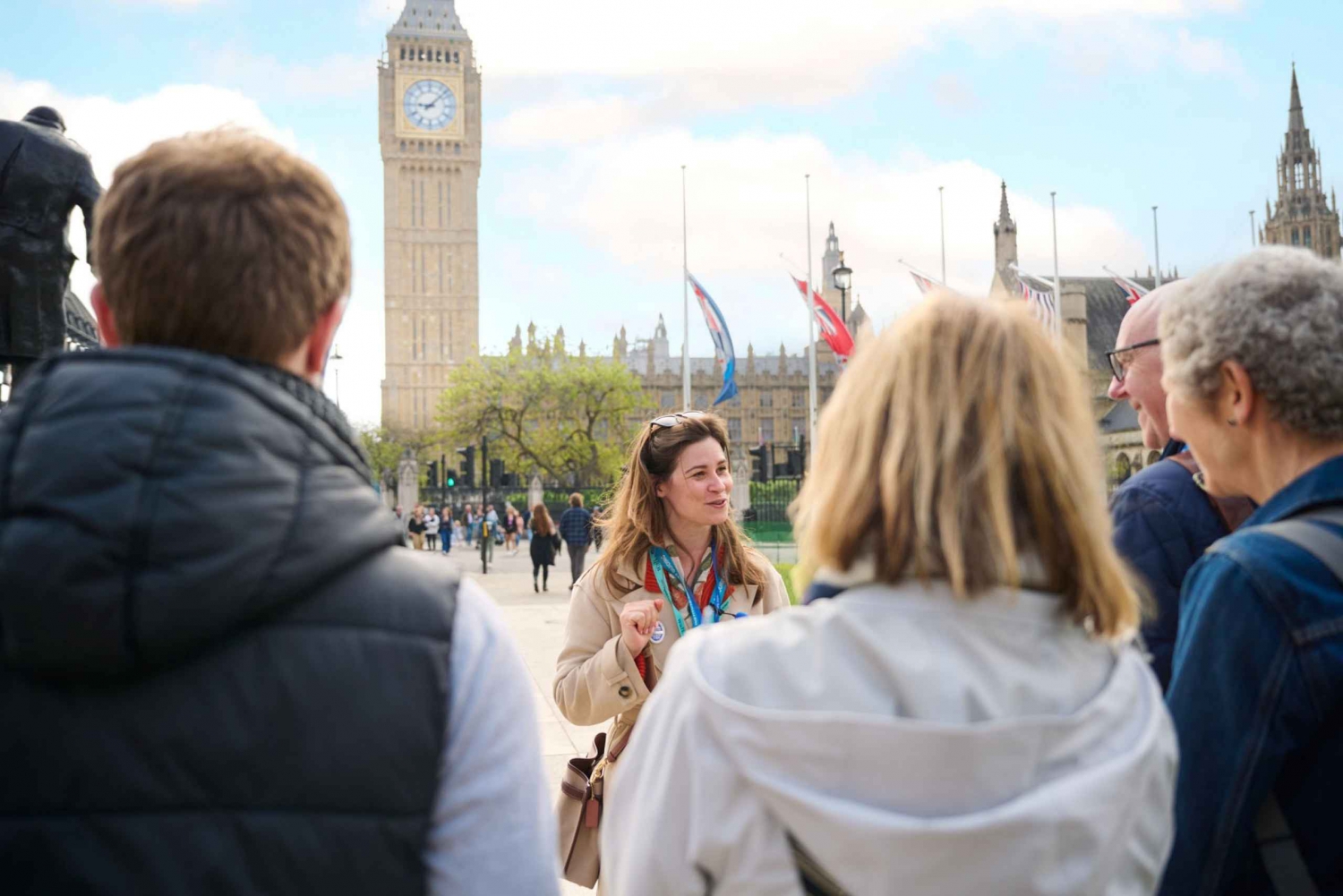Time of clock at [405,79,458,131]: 9:07
